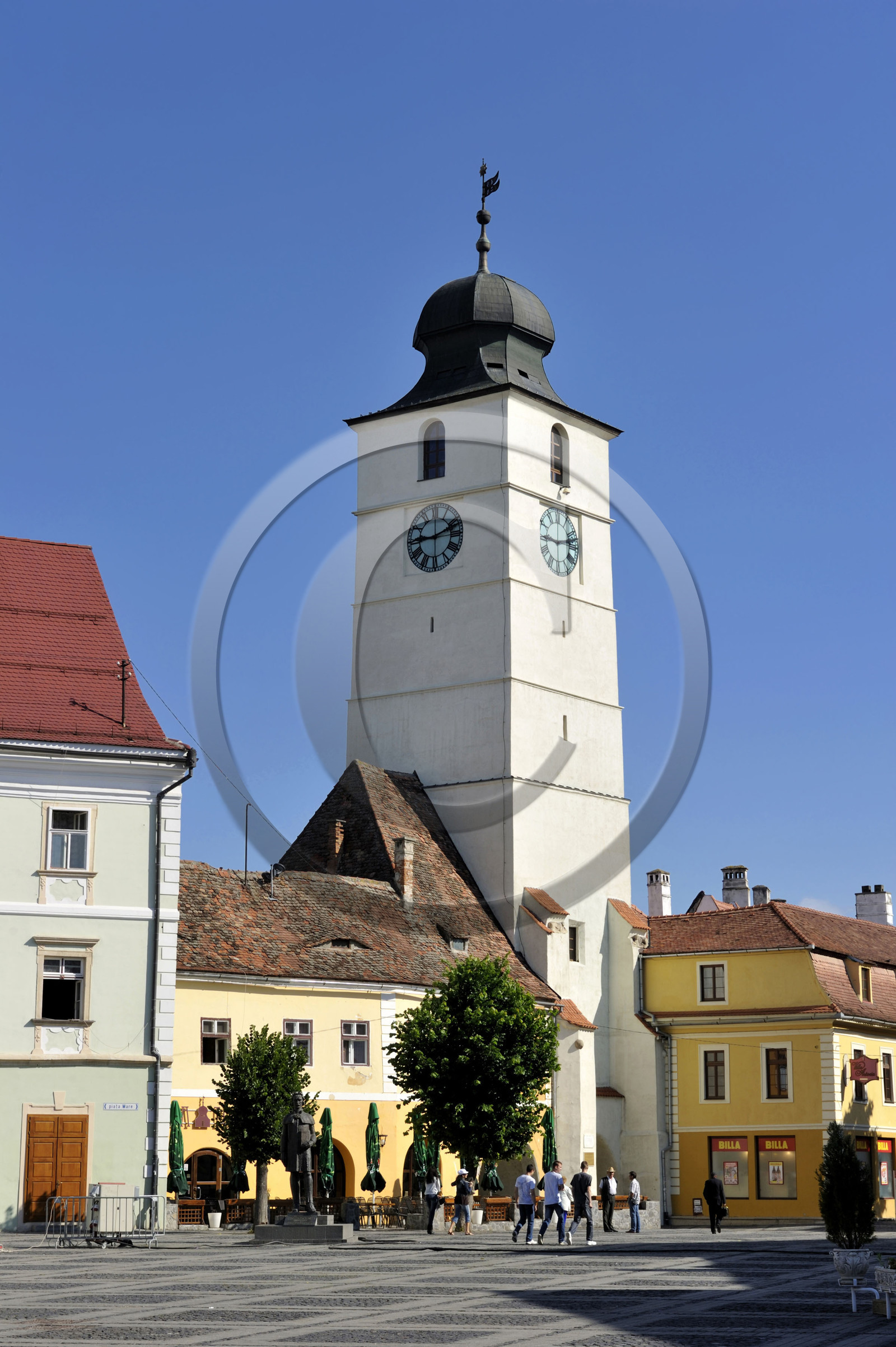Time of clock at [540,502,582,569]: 9:12
